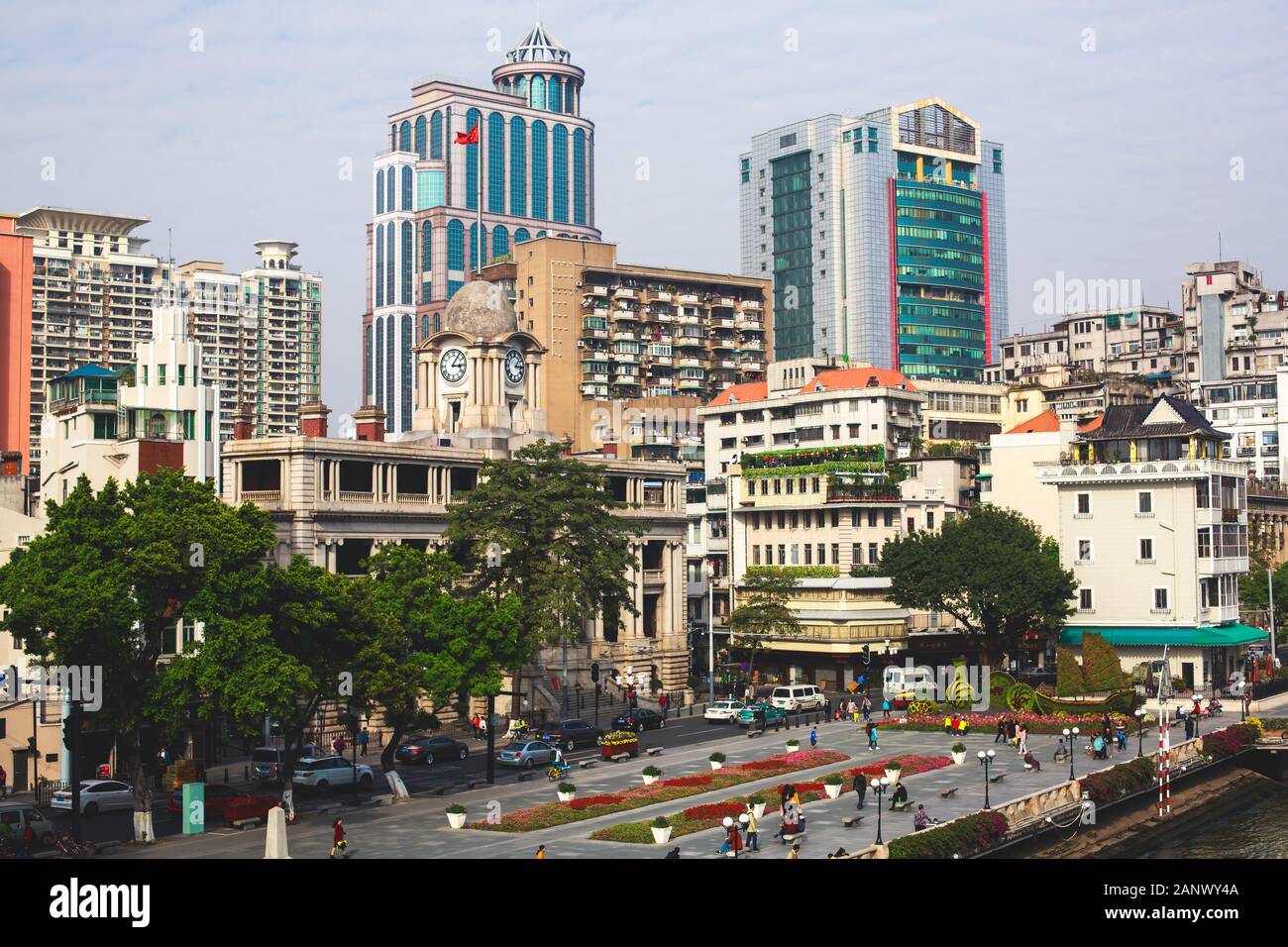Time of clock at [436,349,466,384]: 3:05
